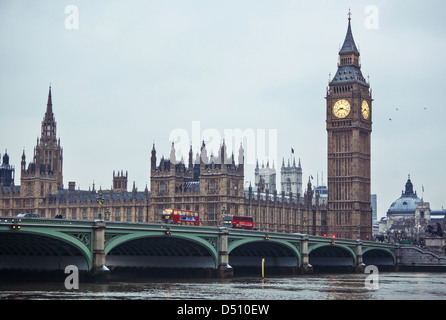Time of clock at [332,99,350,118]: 8:18
